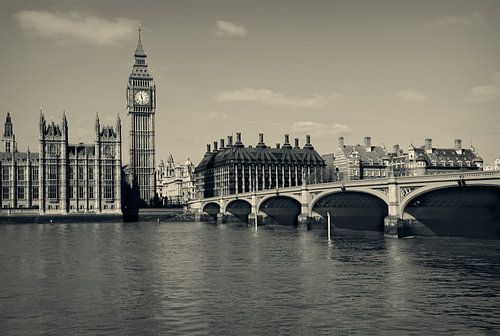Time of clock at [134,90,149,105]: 11:28
